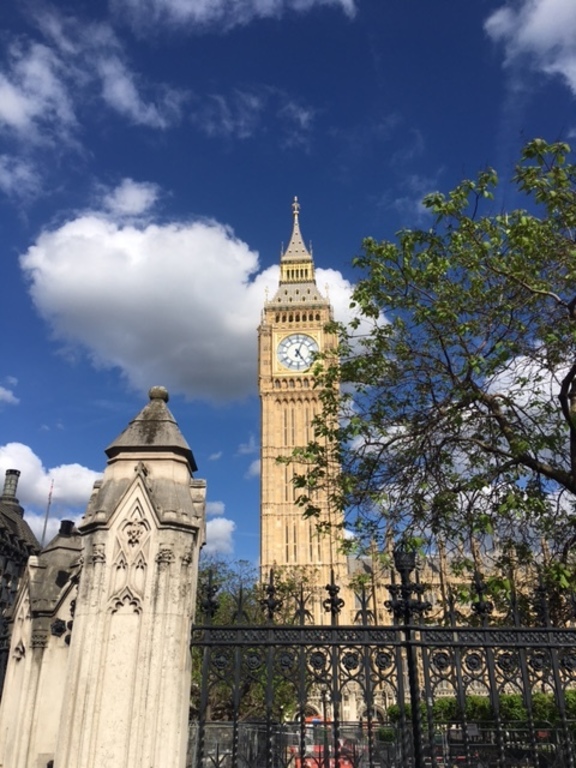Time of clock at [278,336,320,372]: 5:03
